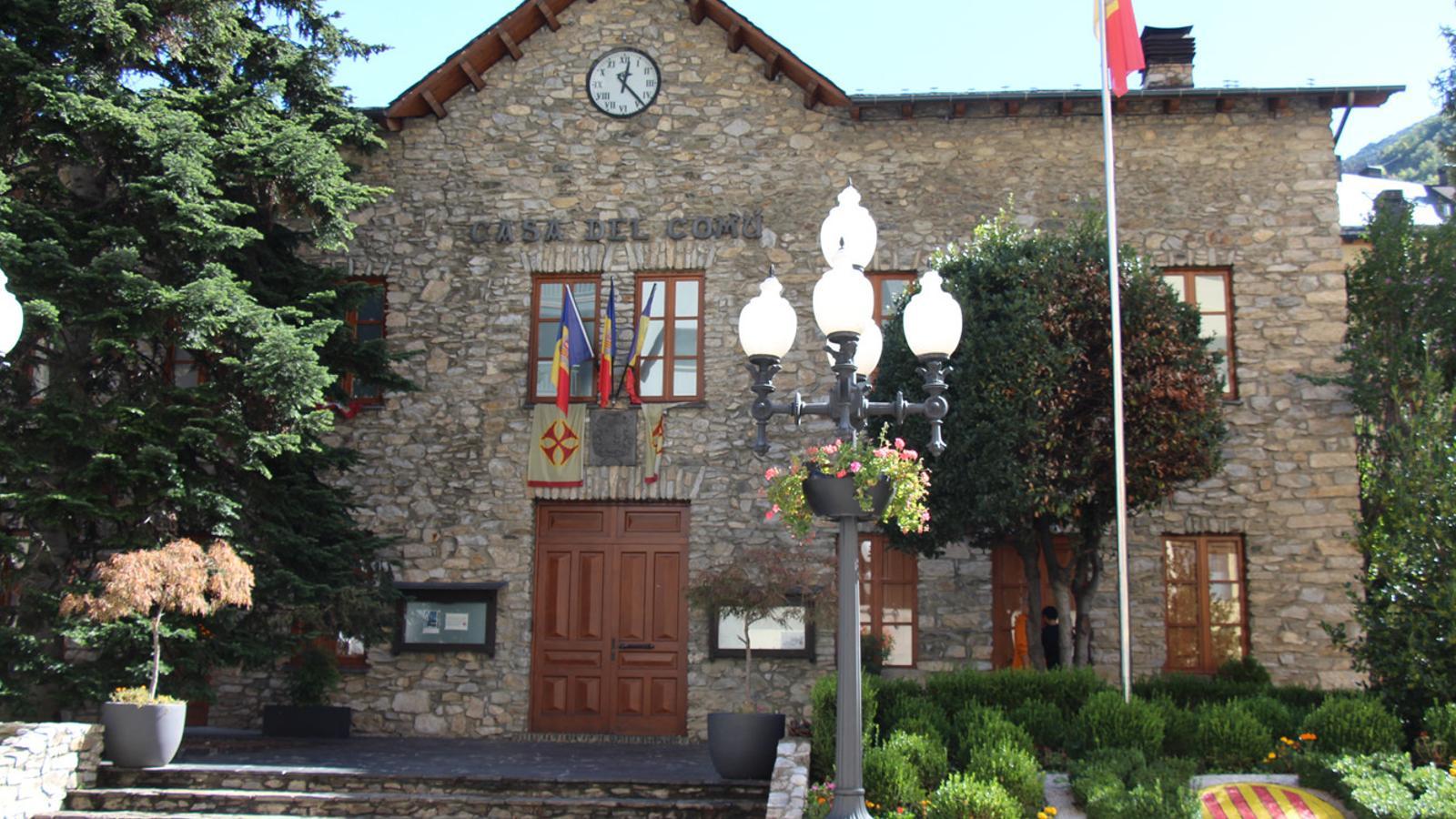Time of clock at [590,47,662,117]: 12:23
